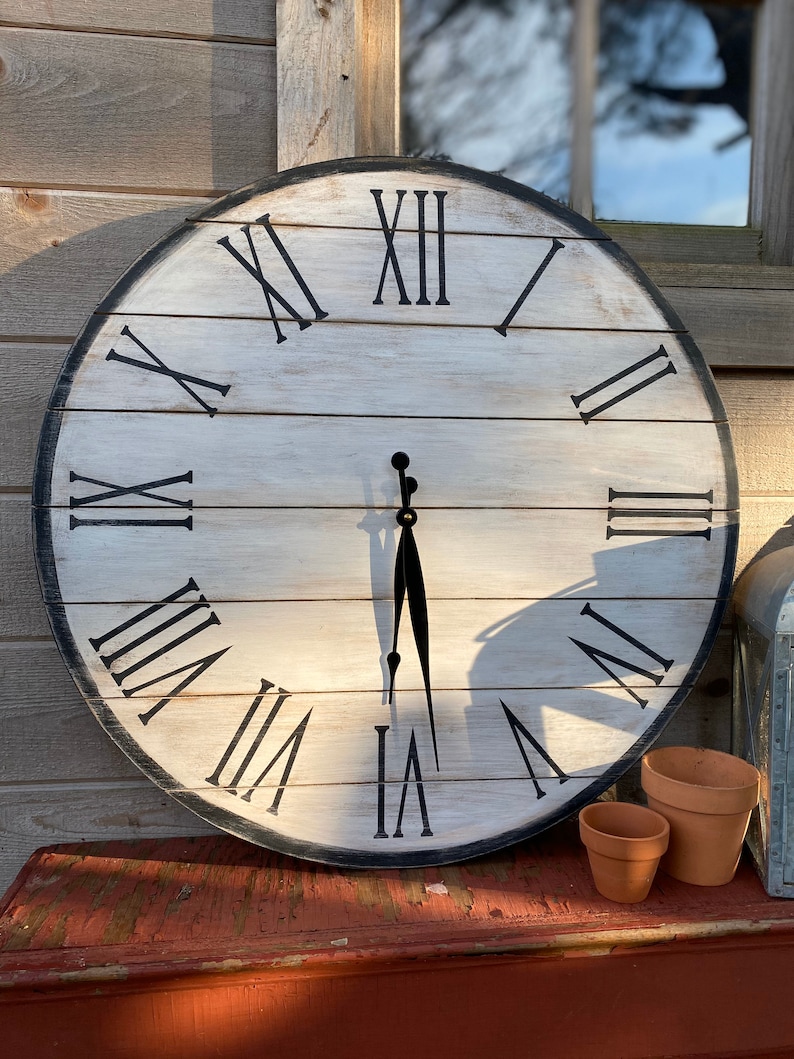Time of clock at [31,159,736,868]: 5:29
